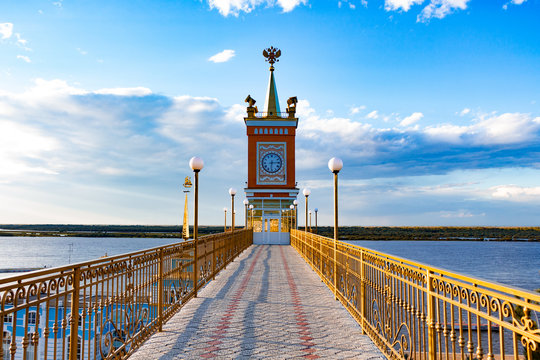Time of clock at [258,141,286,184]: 6:14
